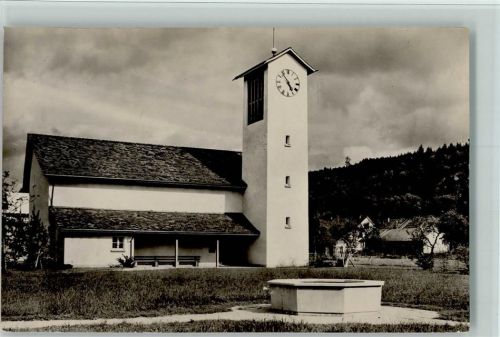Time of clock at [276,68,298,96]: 4:53
